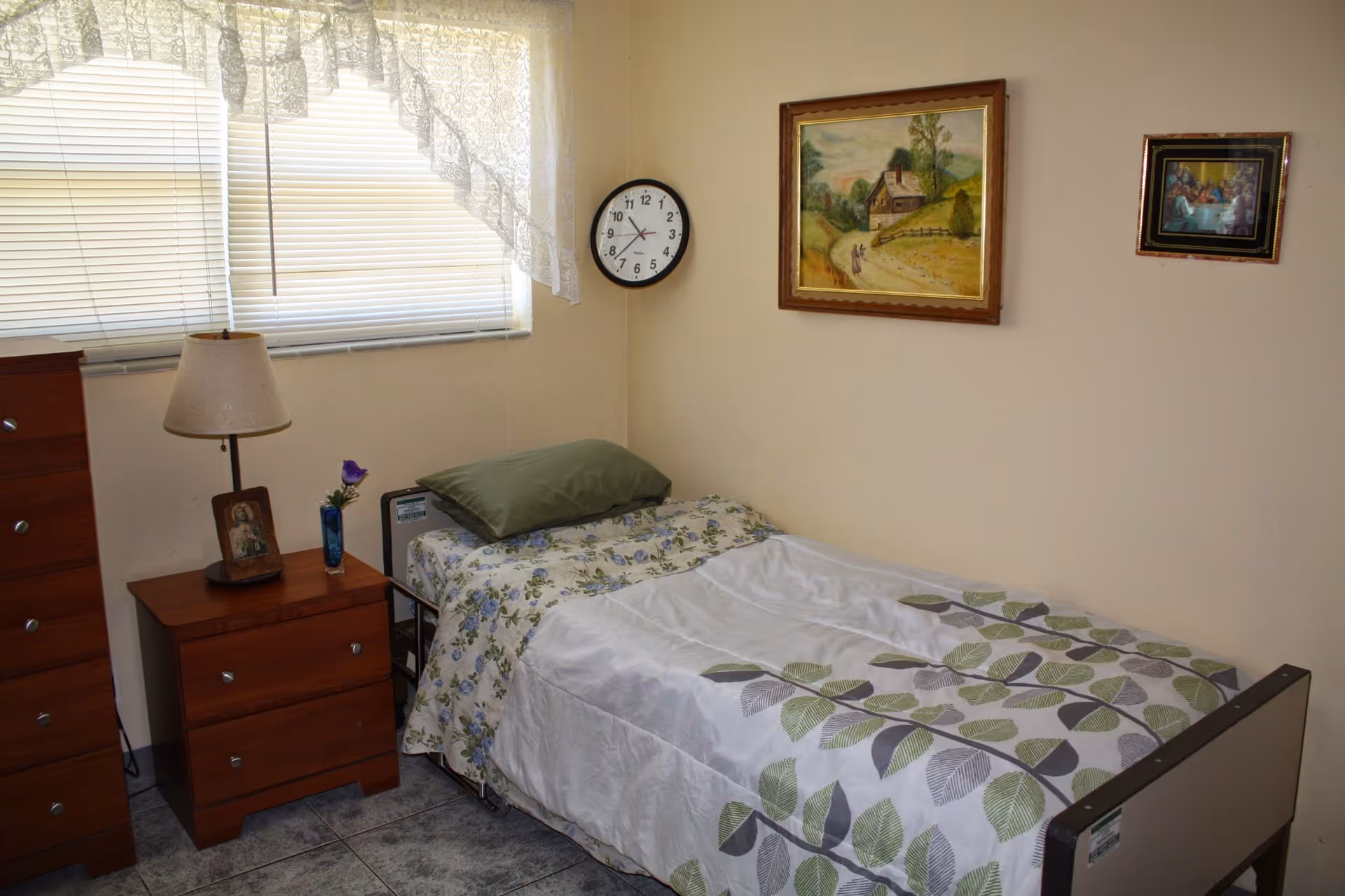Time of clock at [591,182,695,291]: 10:37
